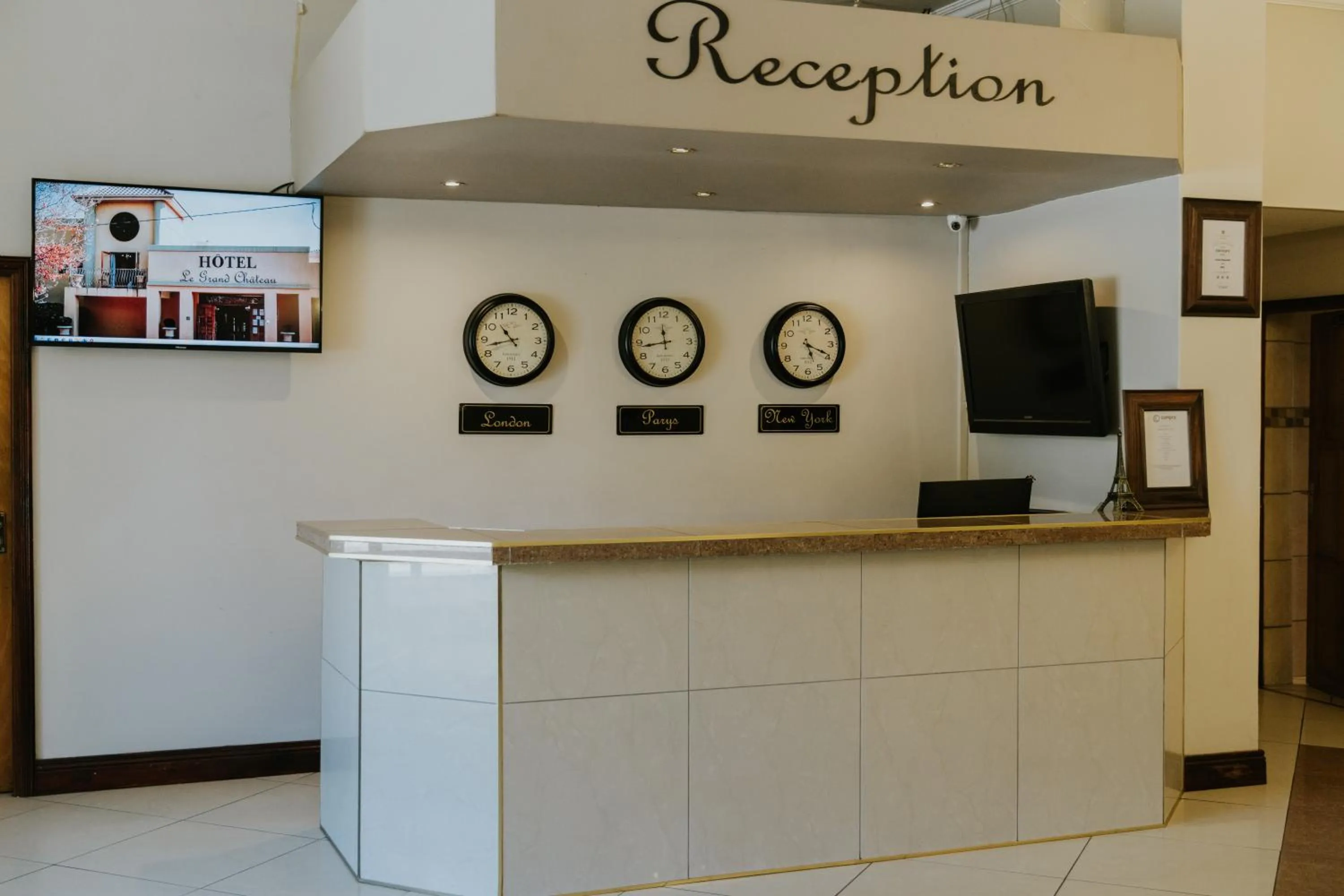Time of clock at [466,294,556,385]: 10:42
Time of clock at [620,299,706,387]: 11:43
